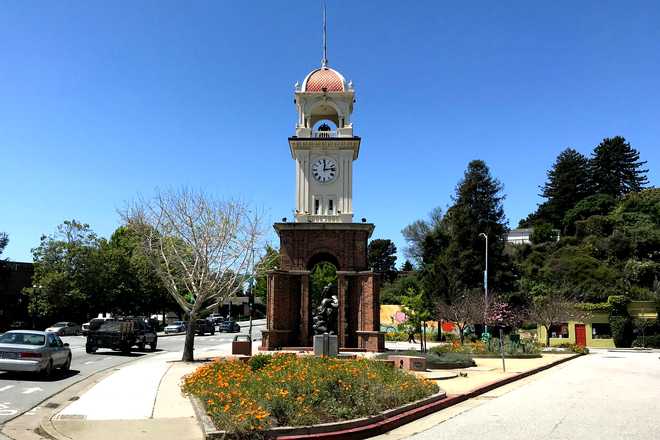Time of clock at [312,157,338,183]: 12:13
